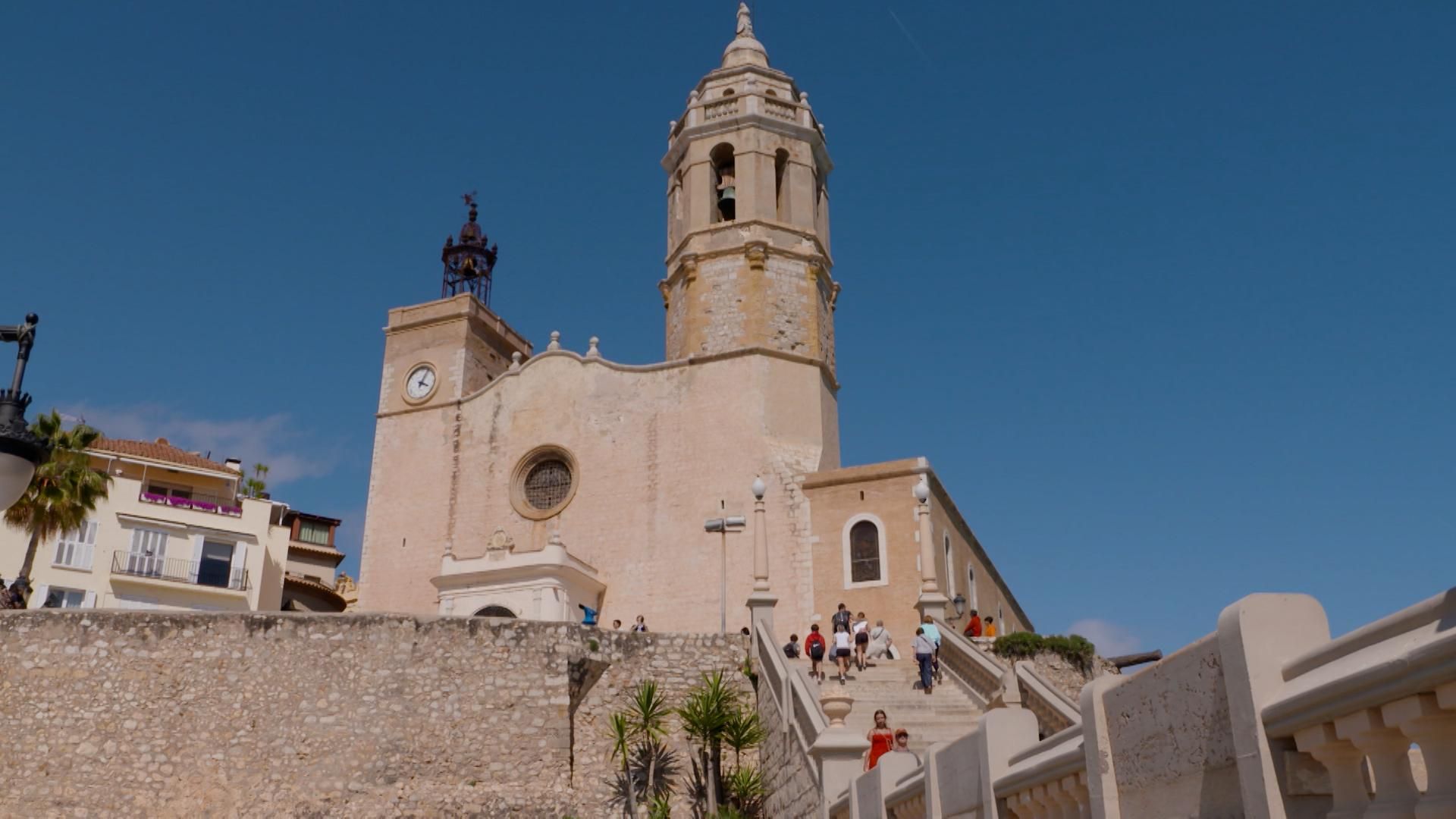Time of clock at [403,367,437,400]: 4:04
